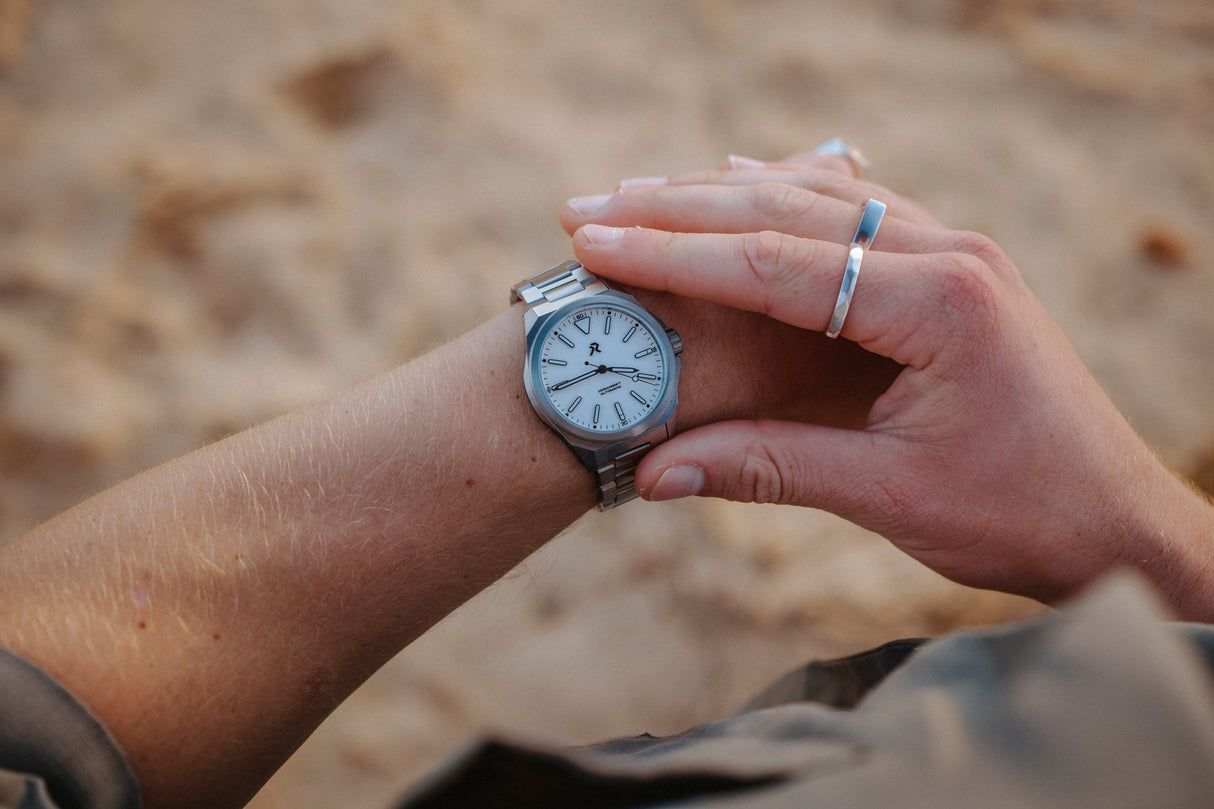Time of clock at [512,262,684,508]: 2:40
